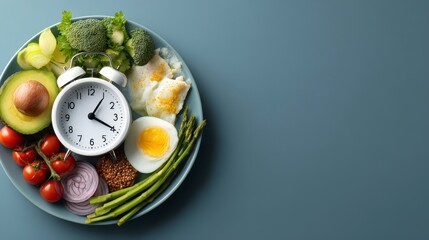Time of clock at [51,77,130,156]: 1:19
